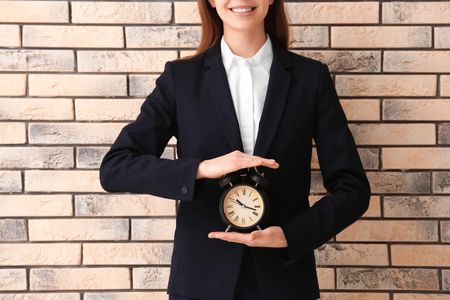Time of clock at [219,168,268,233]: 10:17
